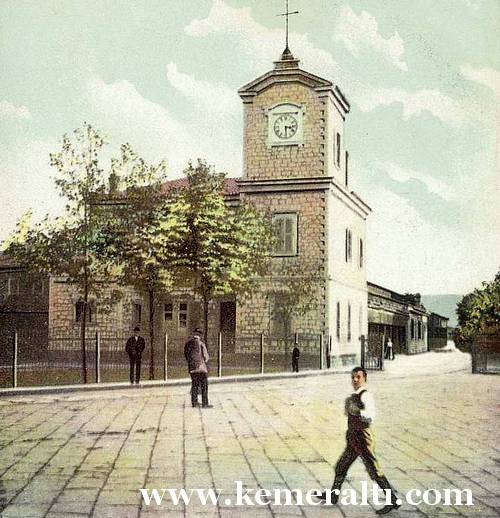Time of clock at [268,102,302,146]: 3:29
